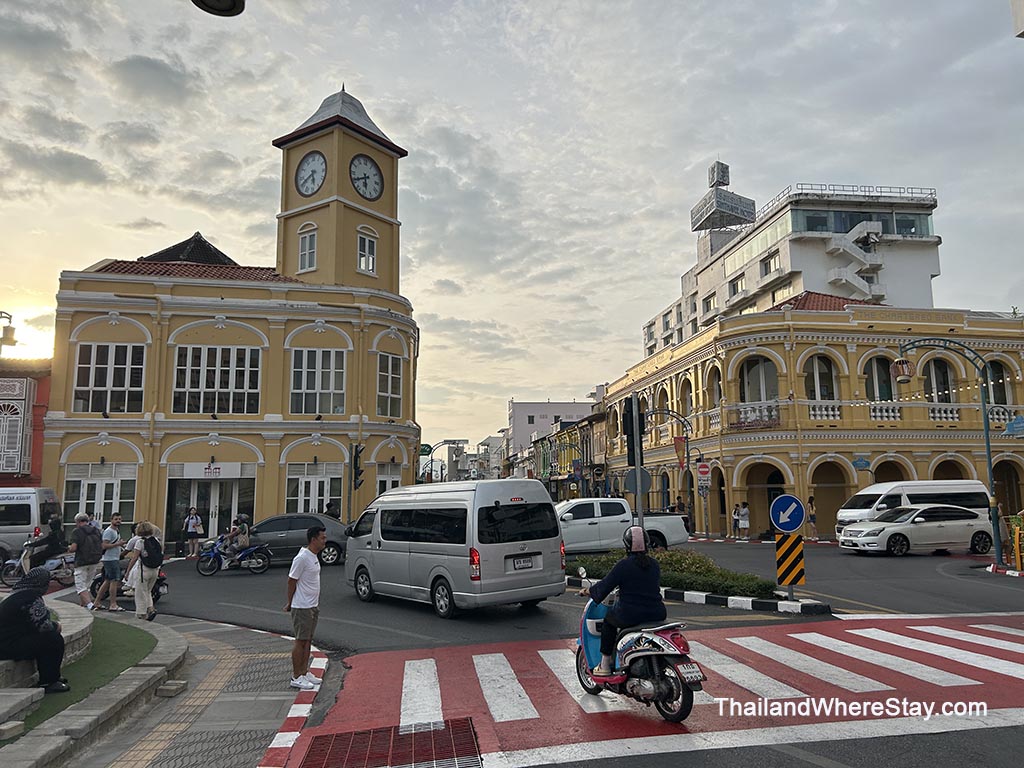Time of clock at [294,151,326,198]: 5:40
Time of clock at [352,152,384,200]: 5:40
